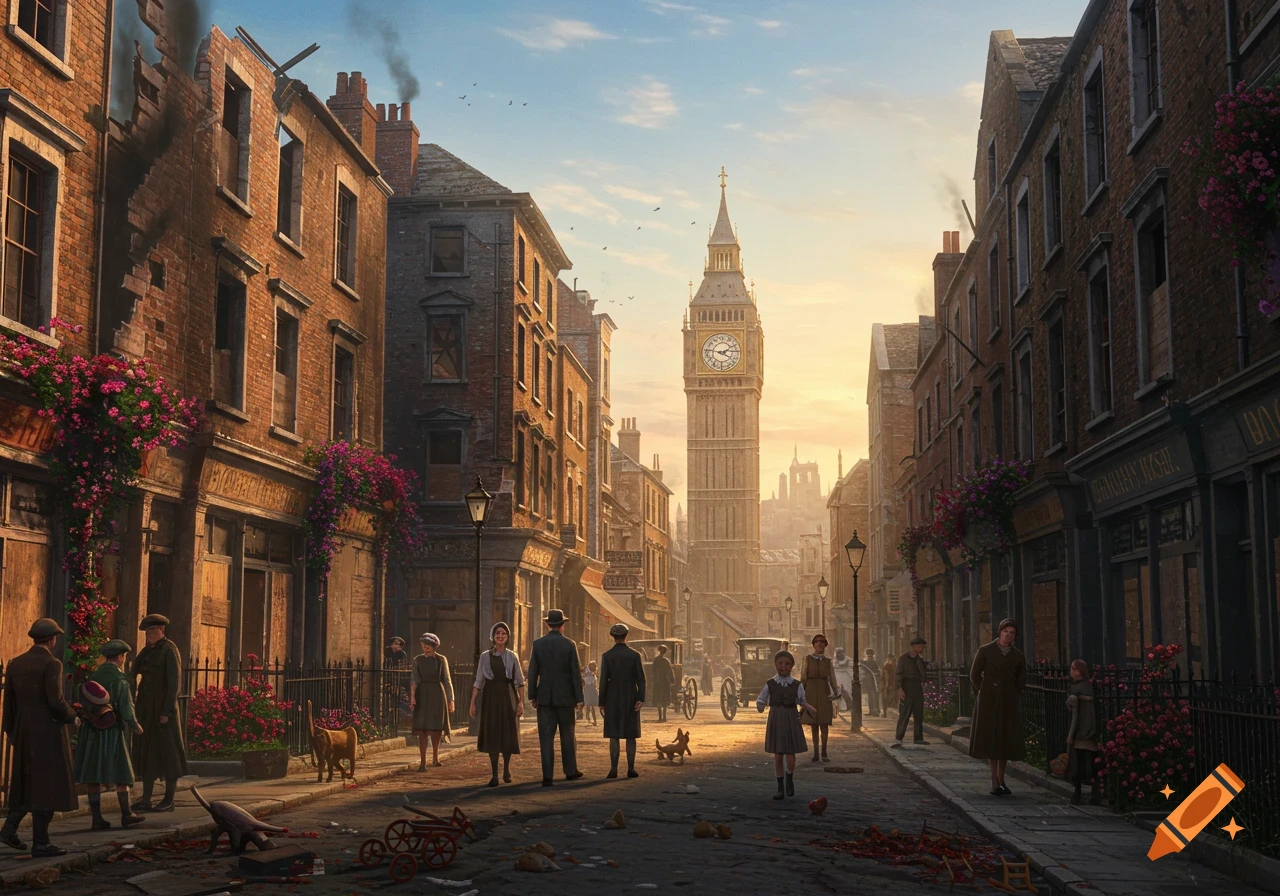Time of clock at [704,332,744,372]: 4:10
